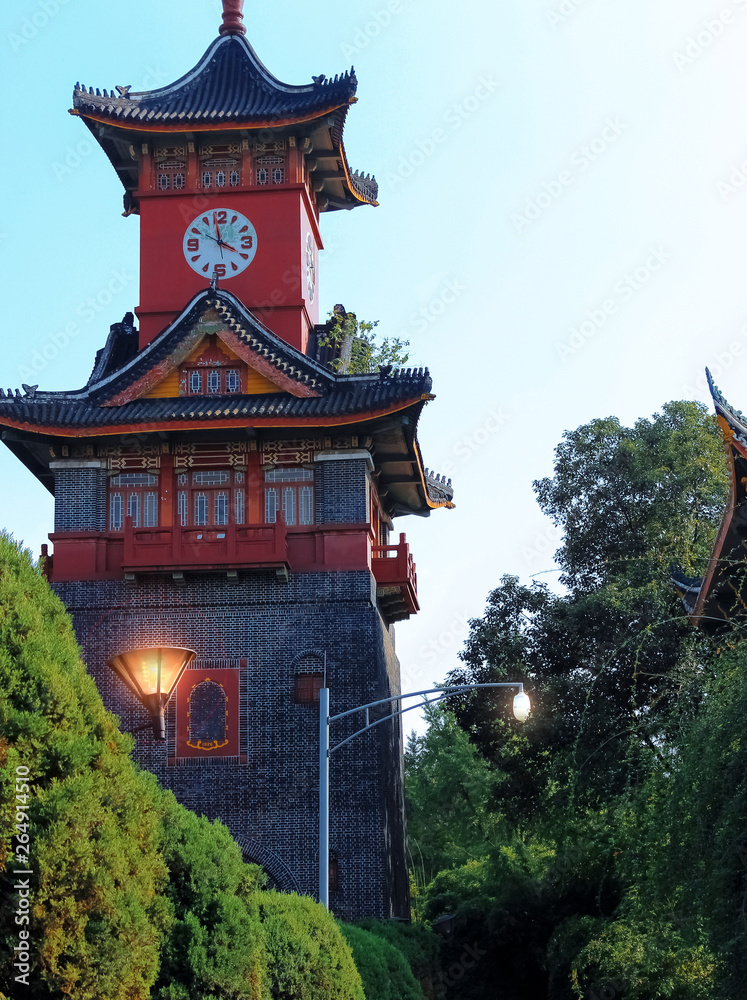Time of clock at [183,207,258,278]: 3:58
